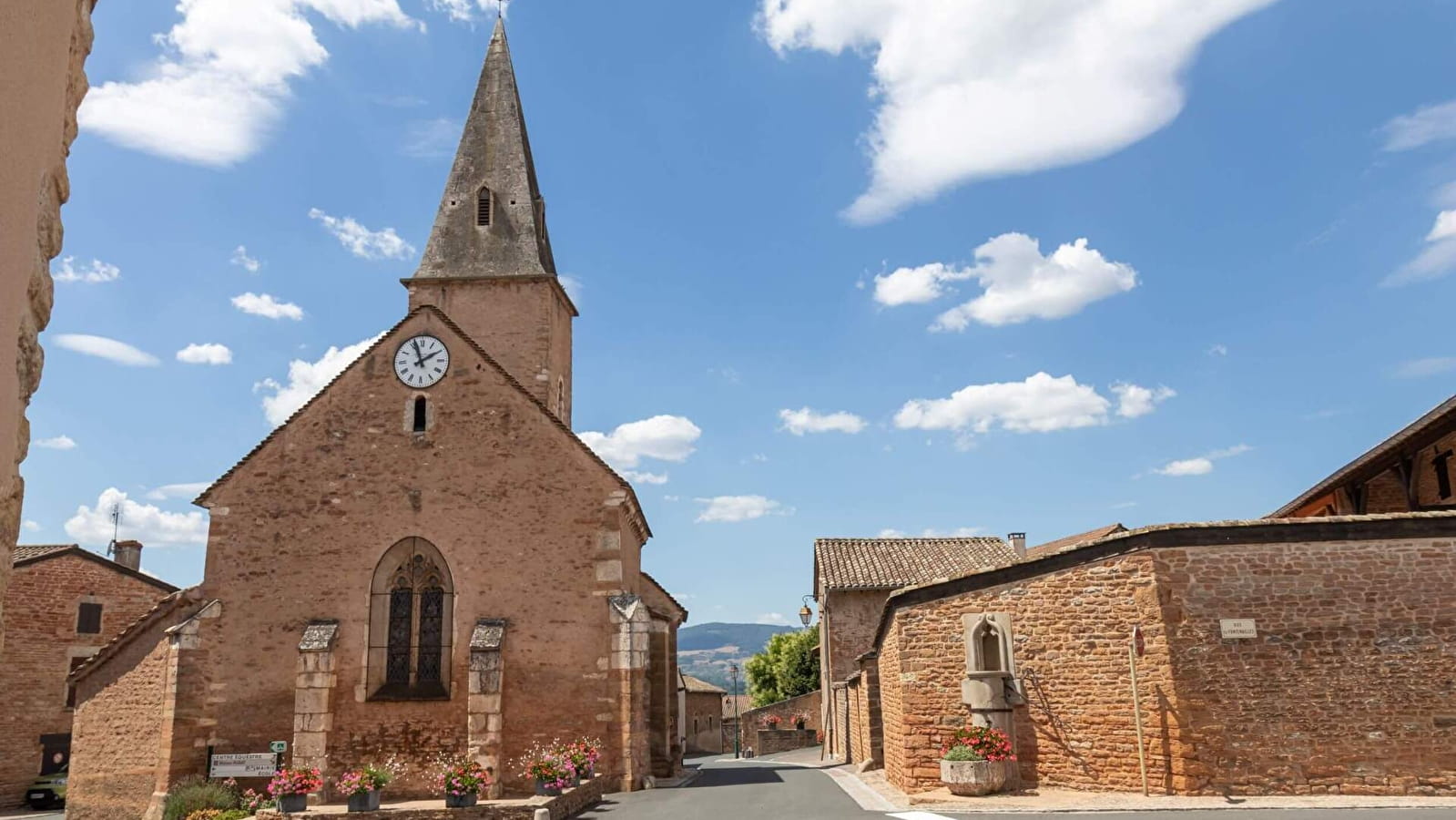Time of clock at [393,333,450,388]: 1:56
